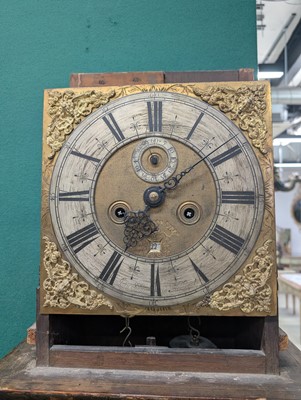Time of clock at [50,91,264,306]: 7:09
